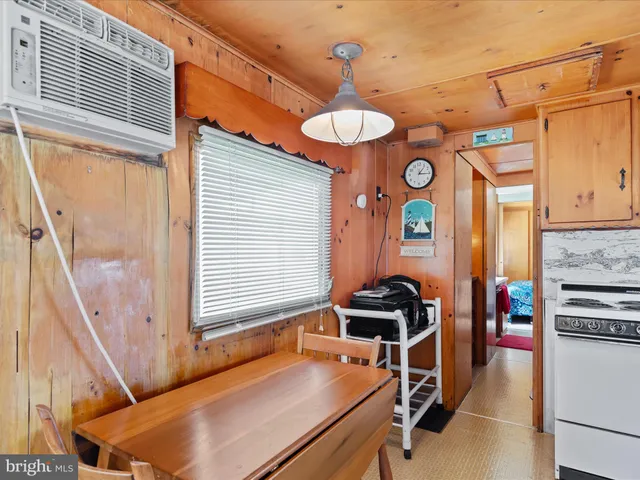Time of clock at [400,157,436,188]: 1:15
